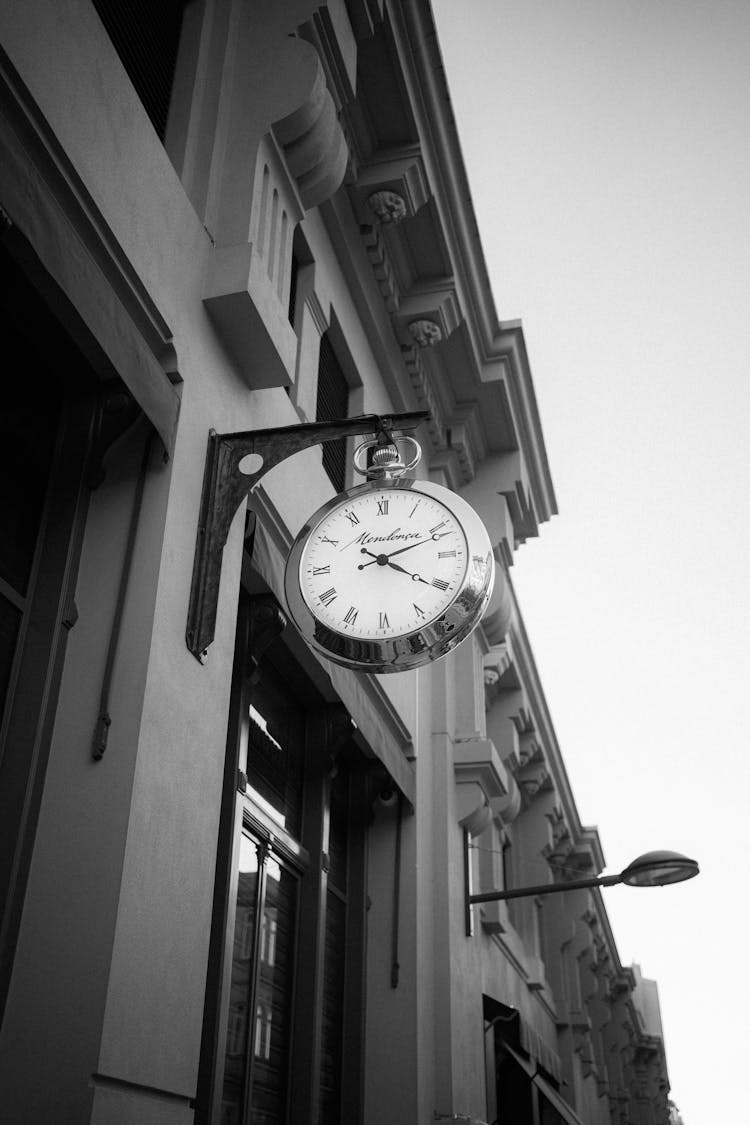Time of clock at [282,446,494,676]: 2:20
